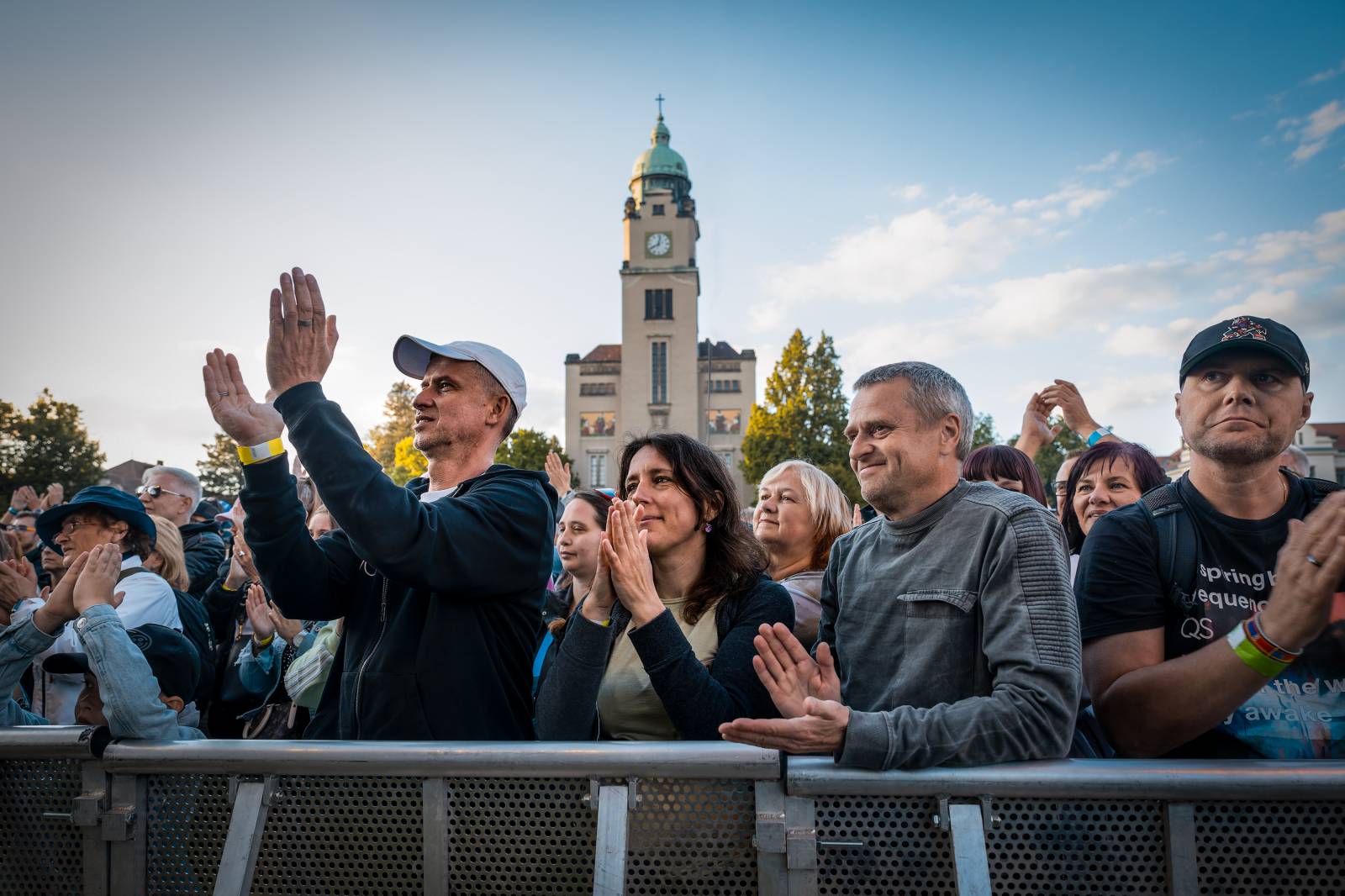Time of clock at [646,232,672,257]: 8:02
